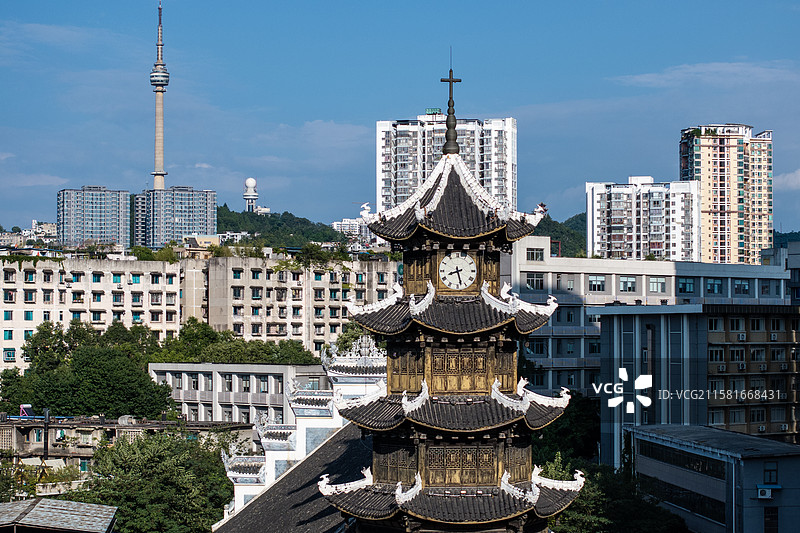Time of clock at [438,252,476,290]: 8:27
